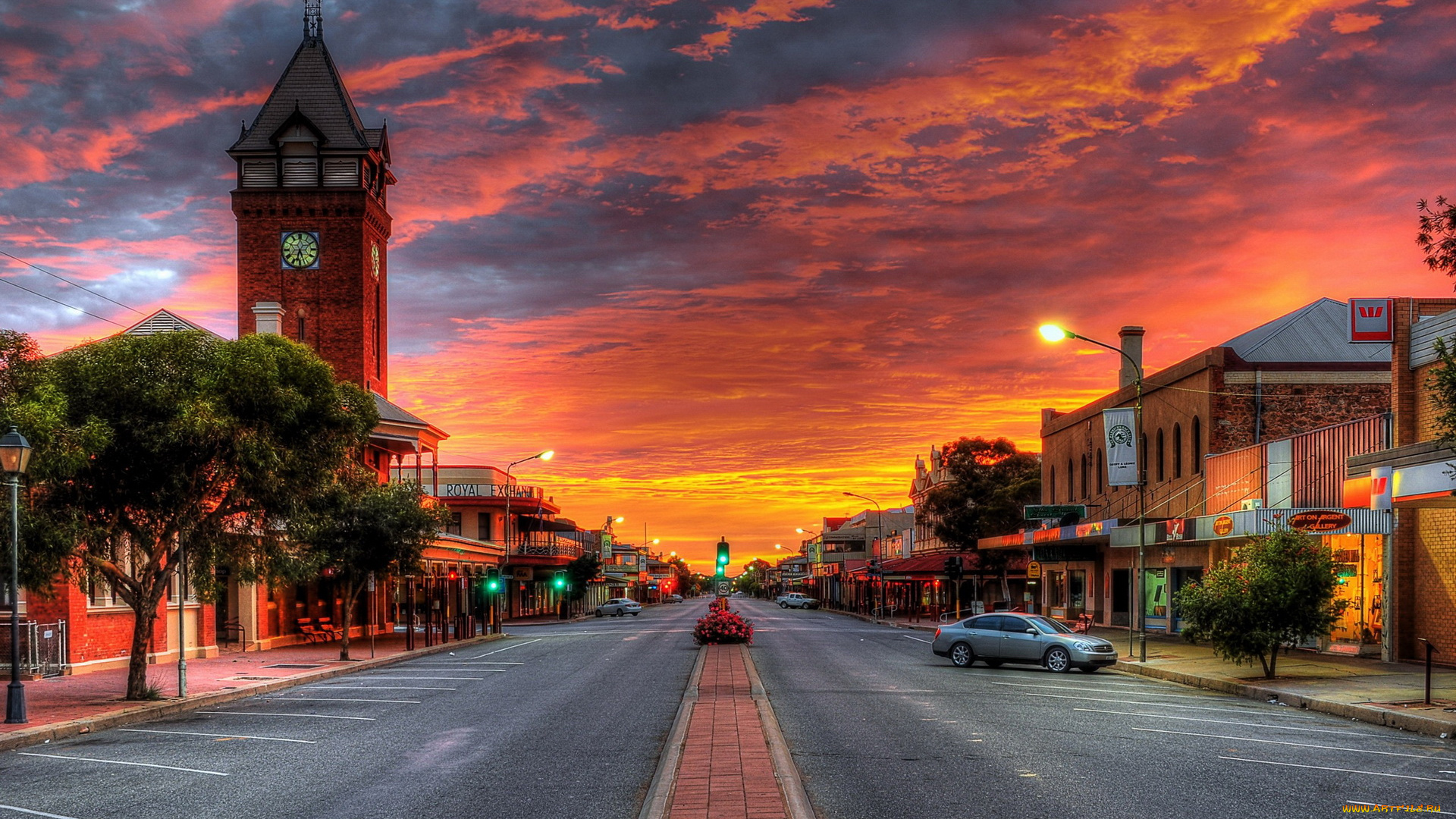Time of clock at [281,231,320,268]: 6:26
